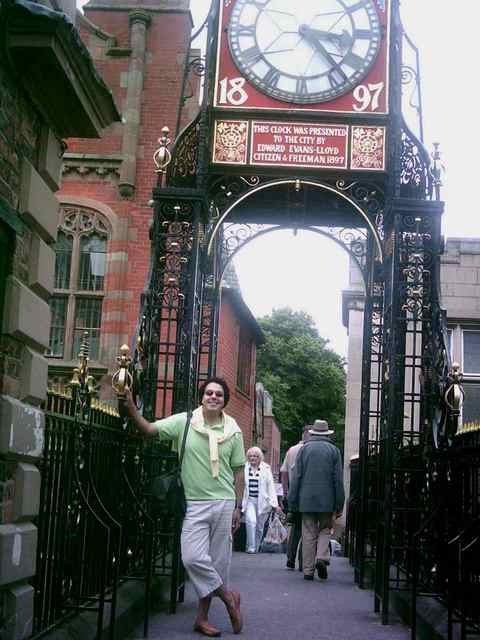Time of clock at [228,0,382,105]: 3:23
